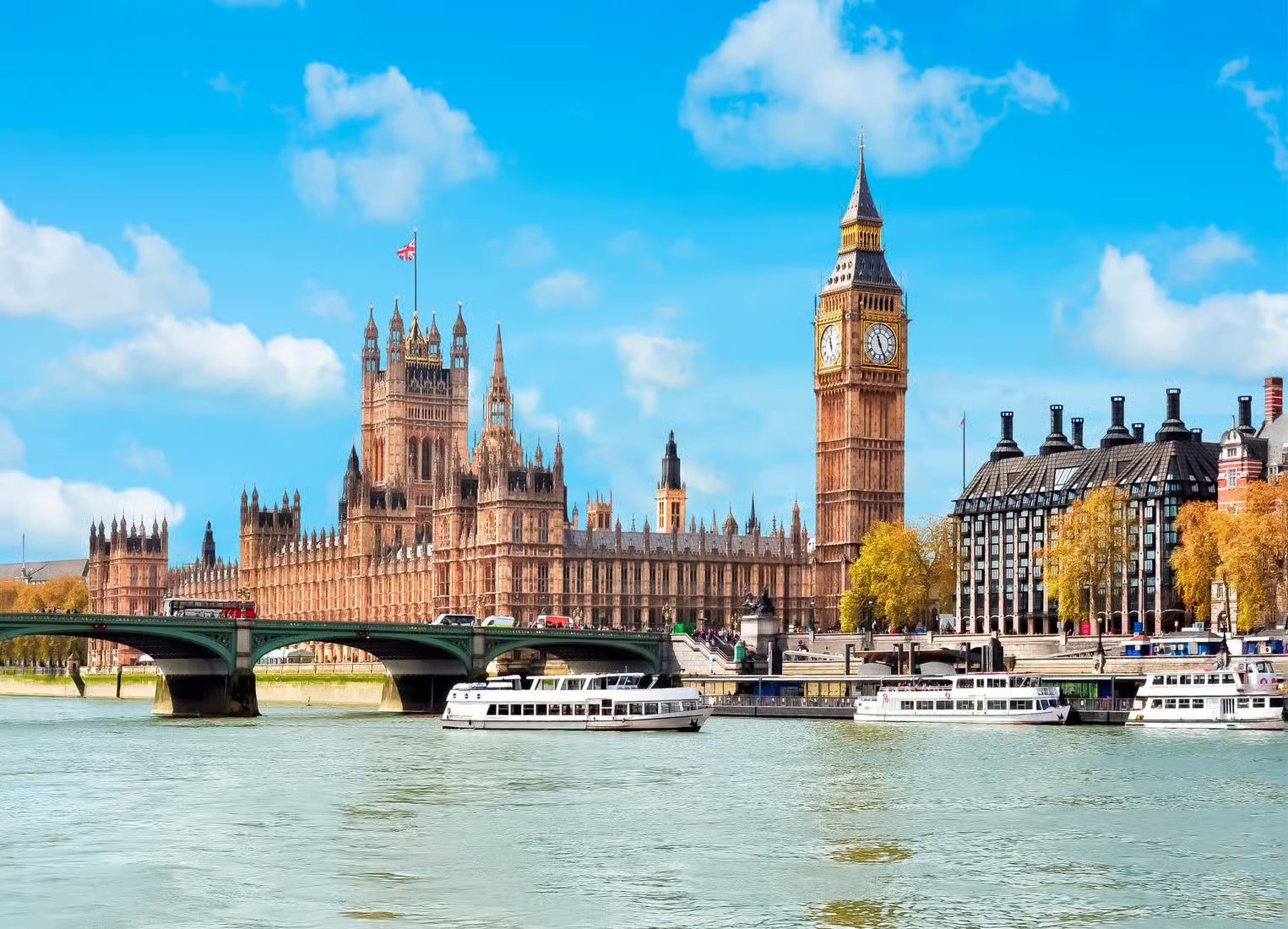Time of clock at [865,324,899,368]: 11:25
